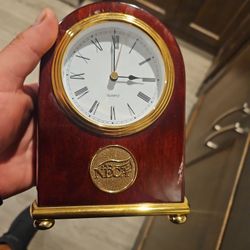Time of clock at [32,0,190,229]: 2:59
